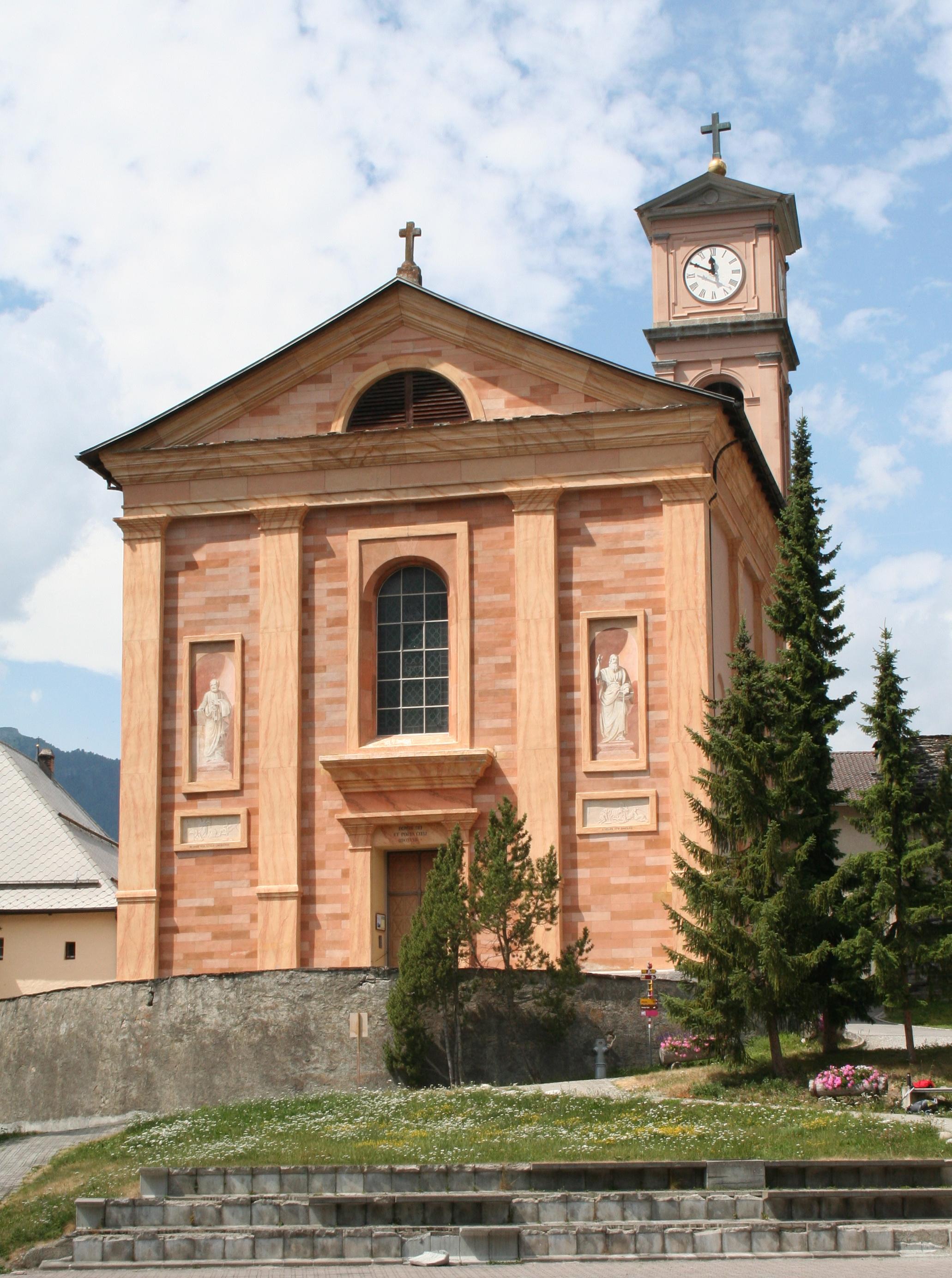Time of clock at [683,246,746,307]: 11:49
